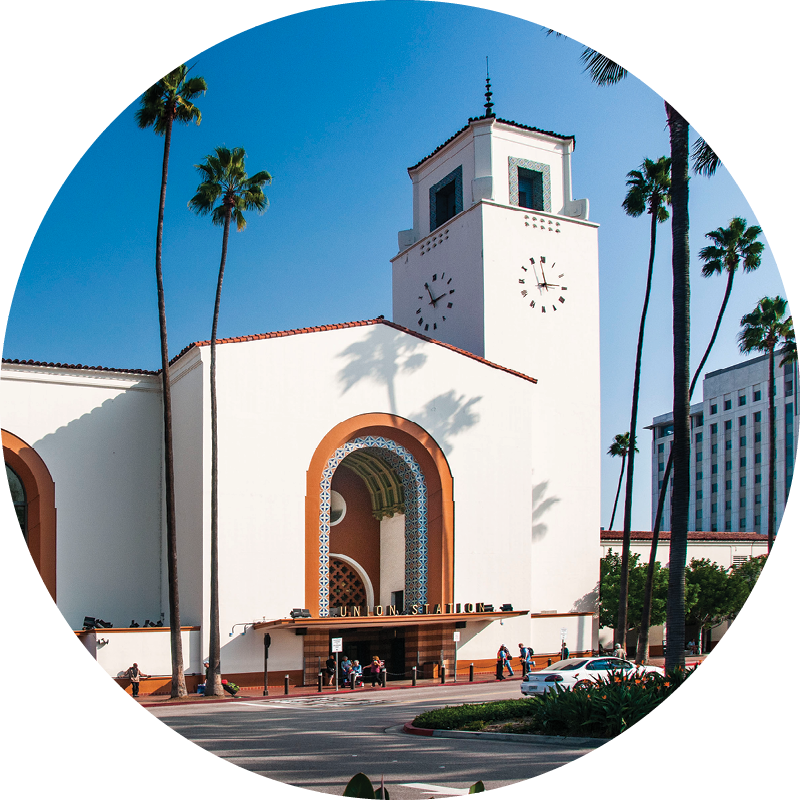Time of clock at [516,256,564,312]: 2:58
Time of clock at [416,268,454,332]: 2:55
